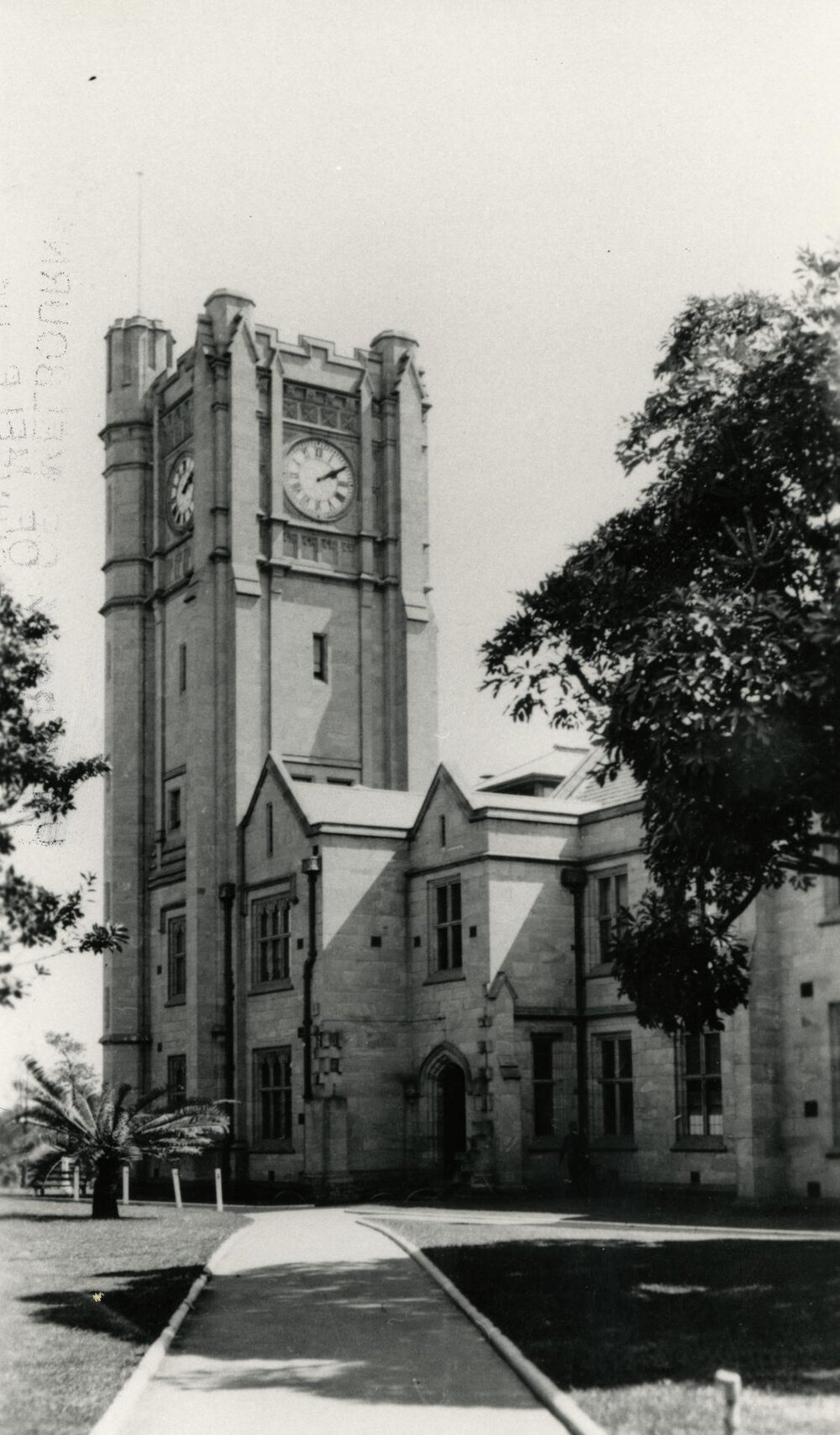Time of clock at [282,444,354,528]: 2:09
